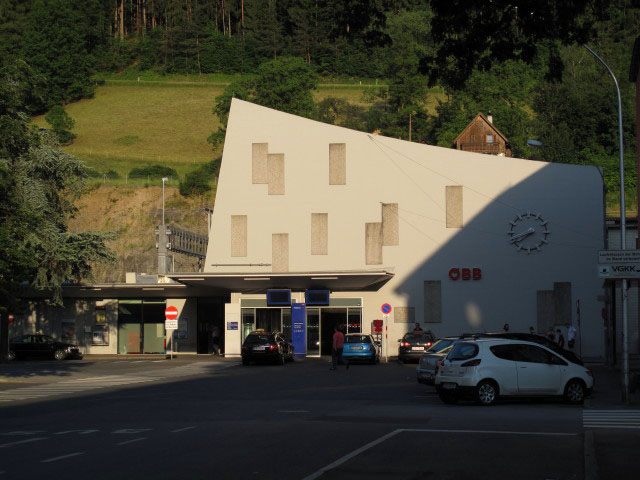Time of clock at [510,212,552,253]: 7:41
